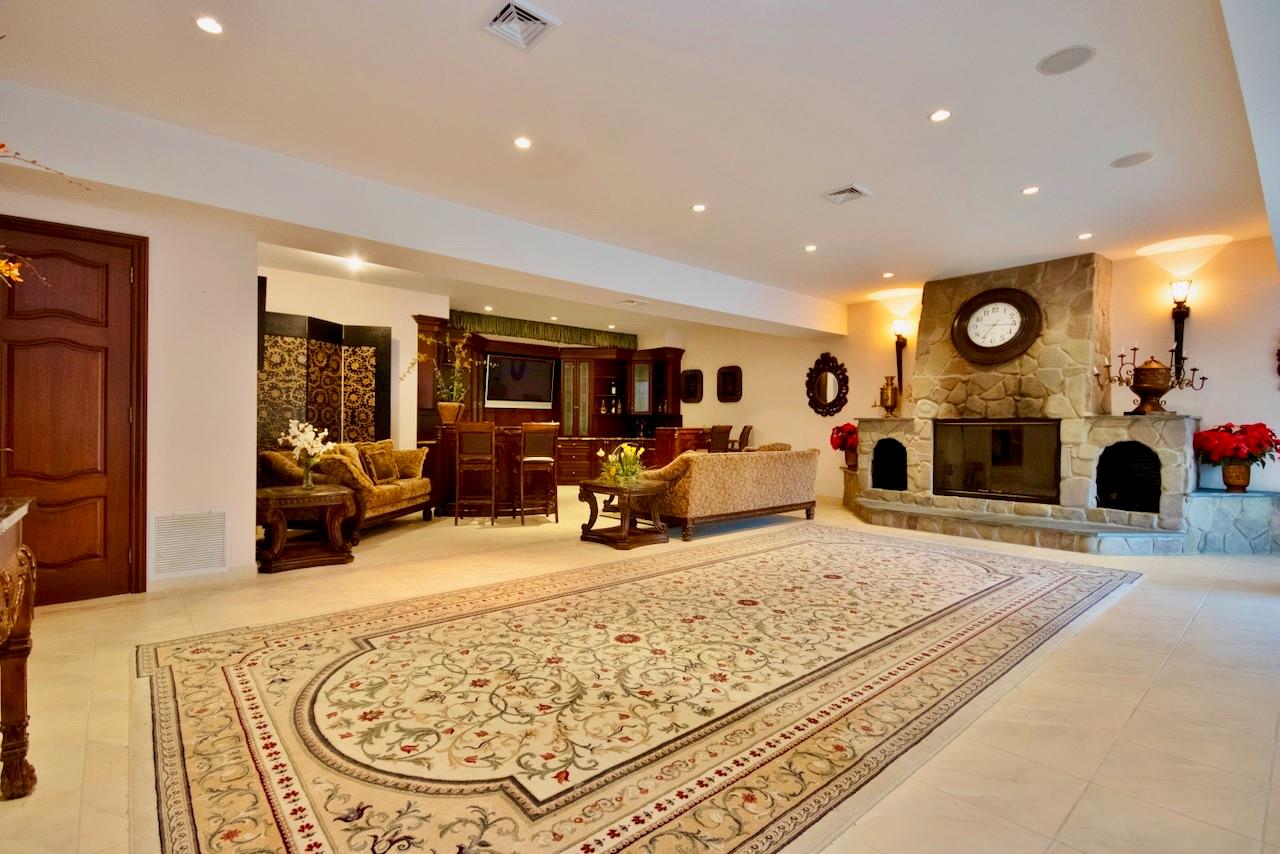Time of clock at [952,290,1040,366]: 7:15
